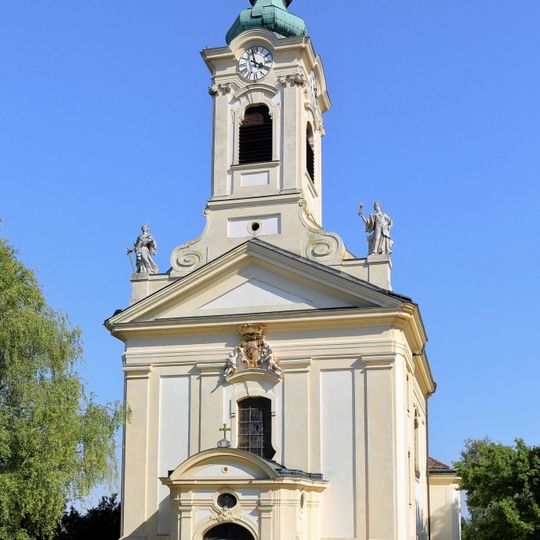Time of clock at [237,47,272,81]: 3:58
